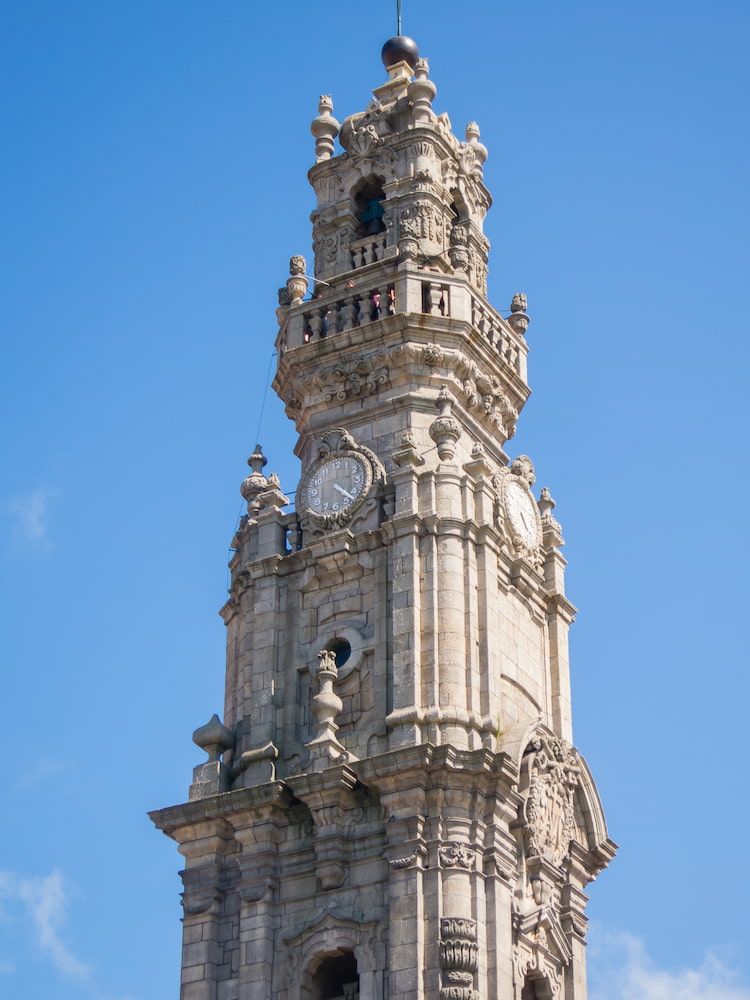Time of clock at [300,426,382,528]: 4:21
